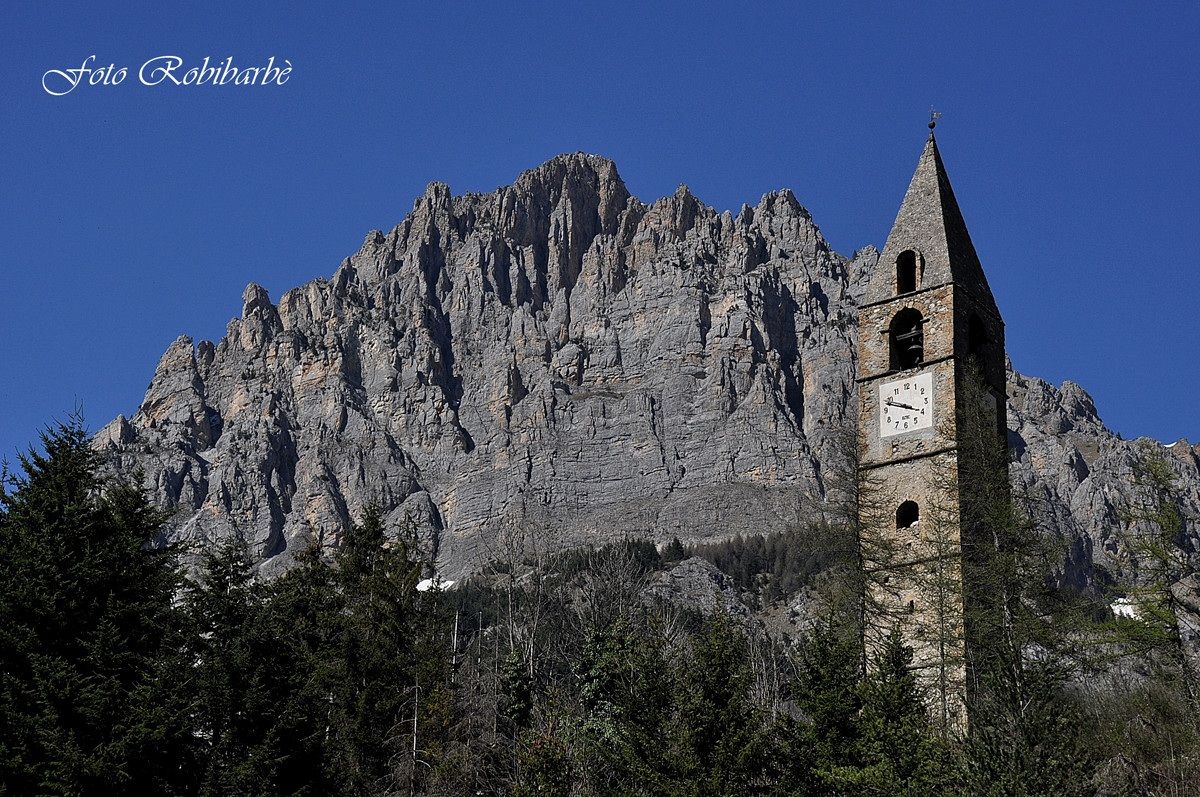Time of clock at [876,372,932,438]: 3:48
